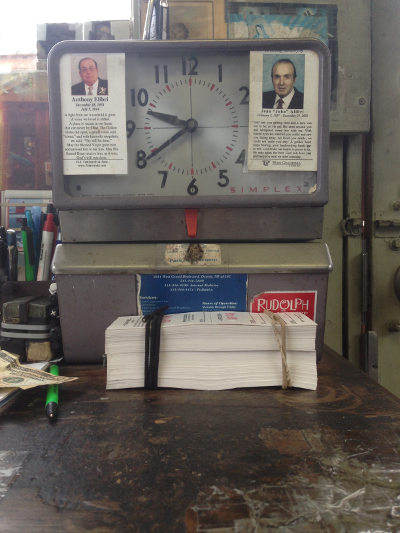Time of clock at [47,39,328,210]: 9:39
